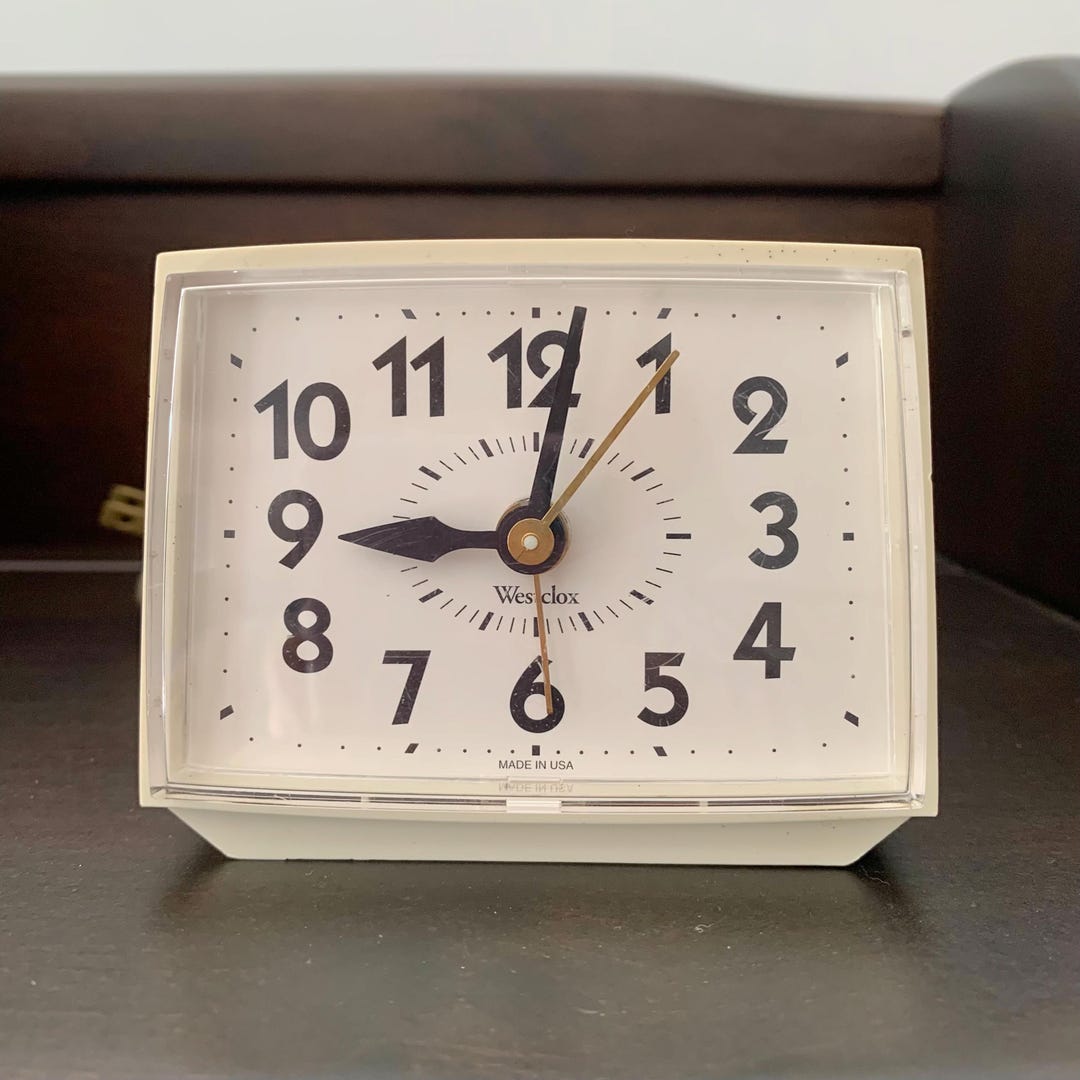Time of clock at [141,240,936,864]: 9:01
